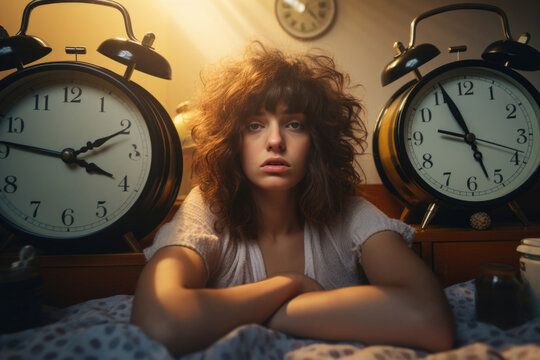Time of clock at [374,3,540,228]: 8:56
